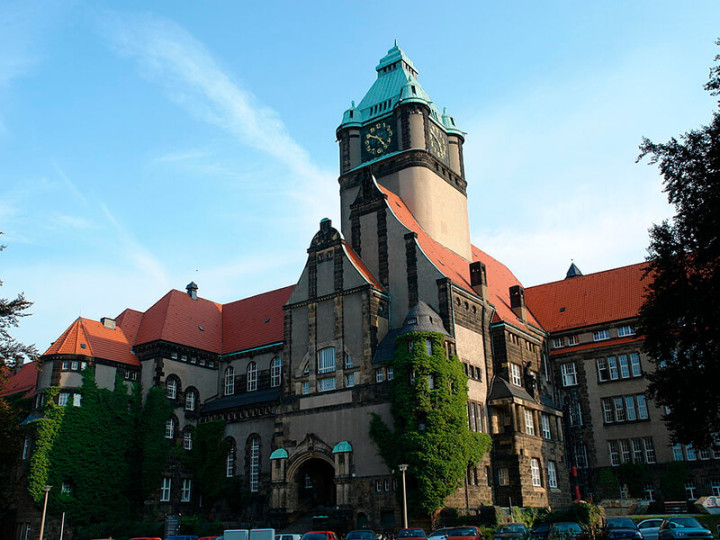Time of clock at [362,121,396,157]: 4:50
